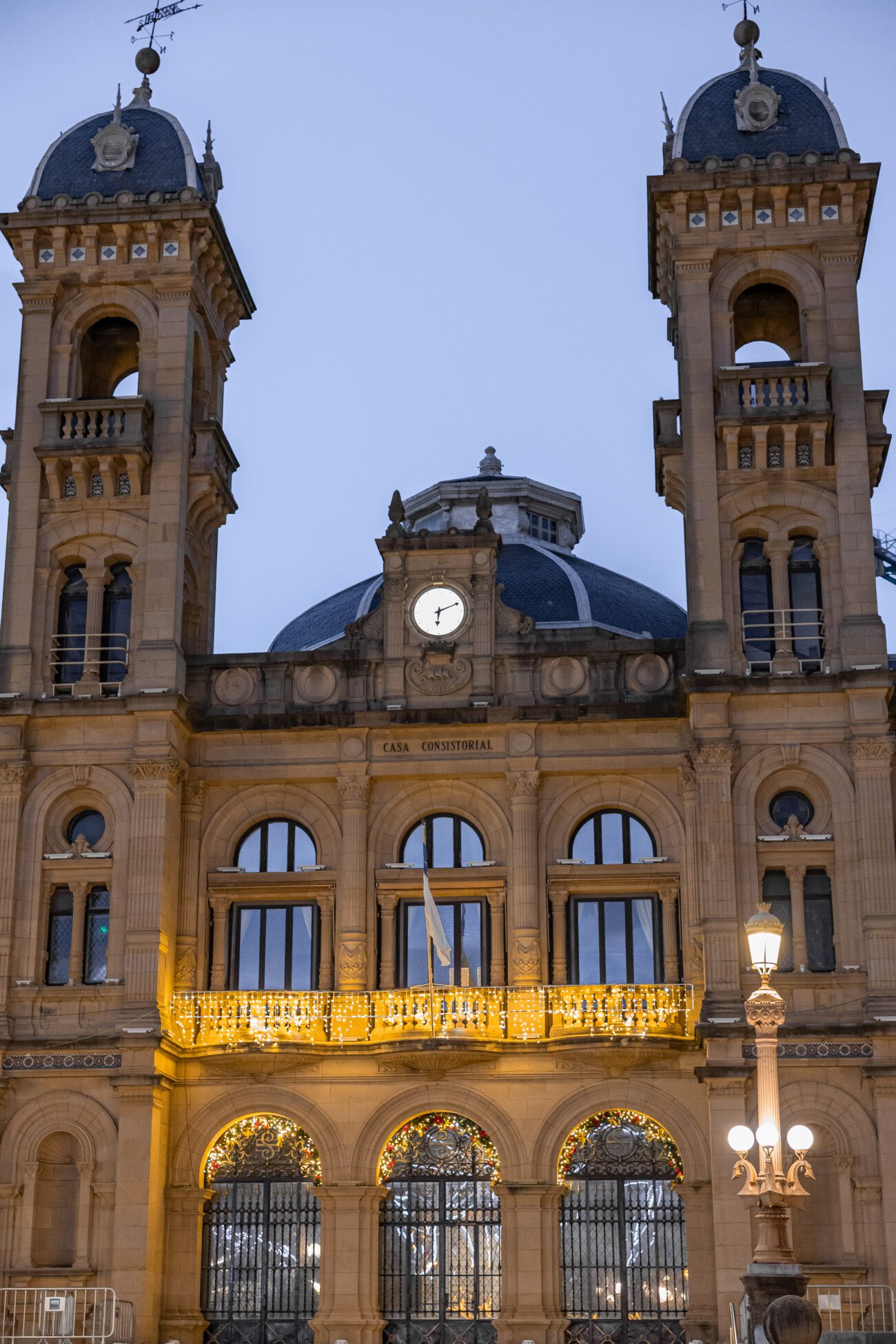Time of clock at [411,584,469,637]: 6:11
